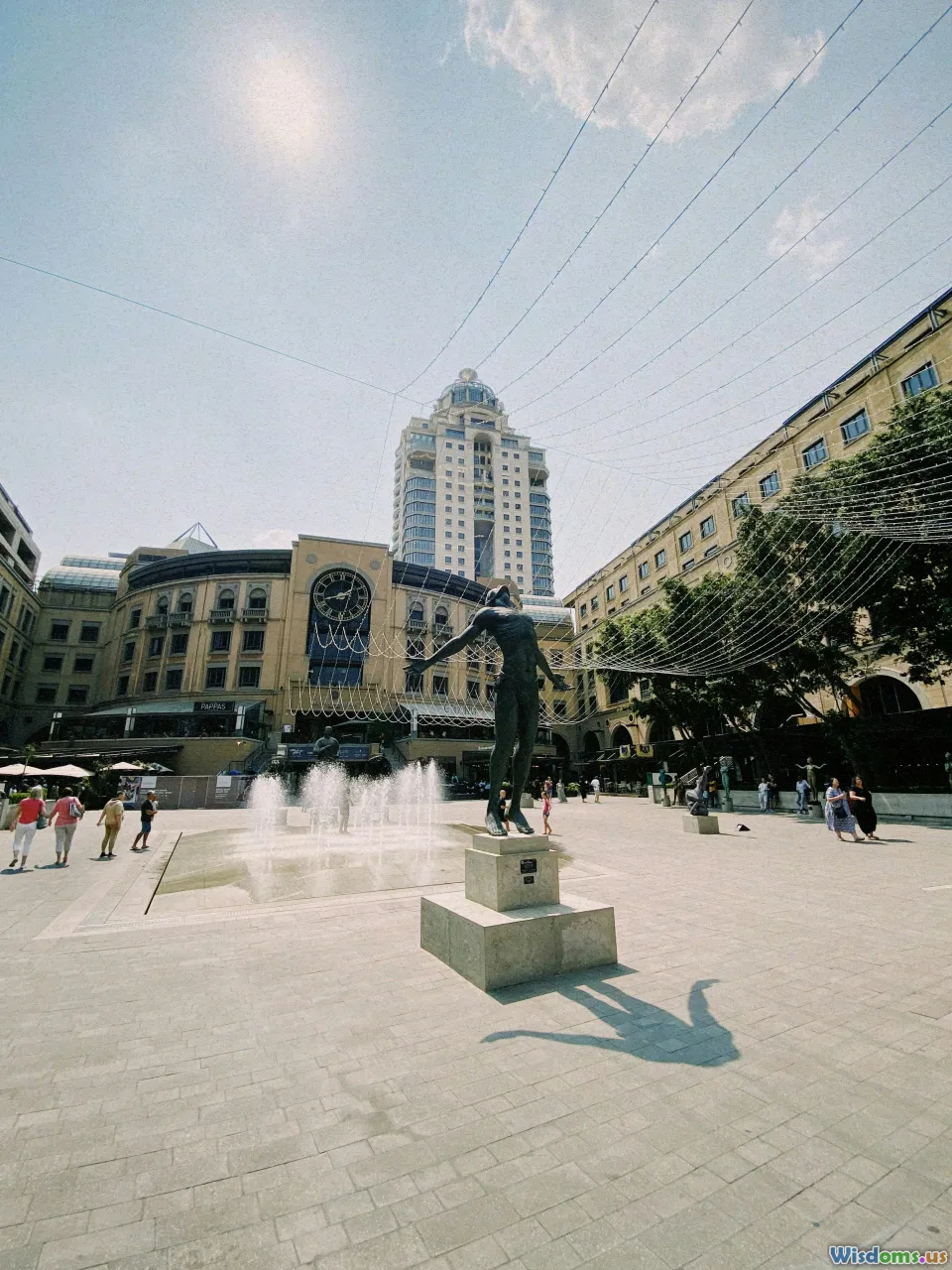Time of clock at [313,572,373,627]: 1:42
